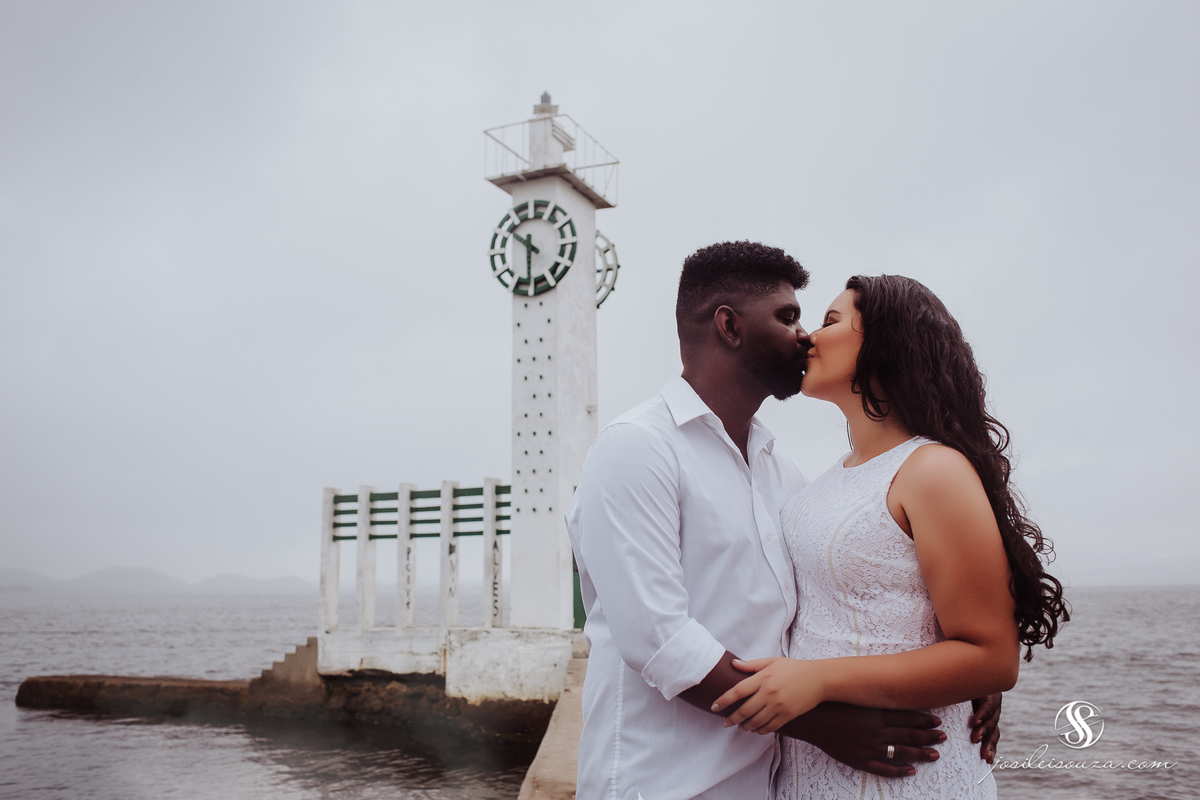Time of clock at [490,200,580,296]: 10:30
